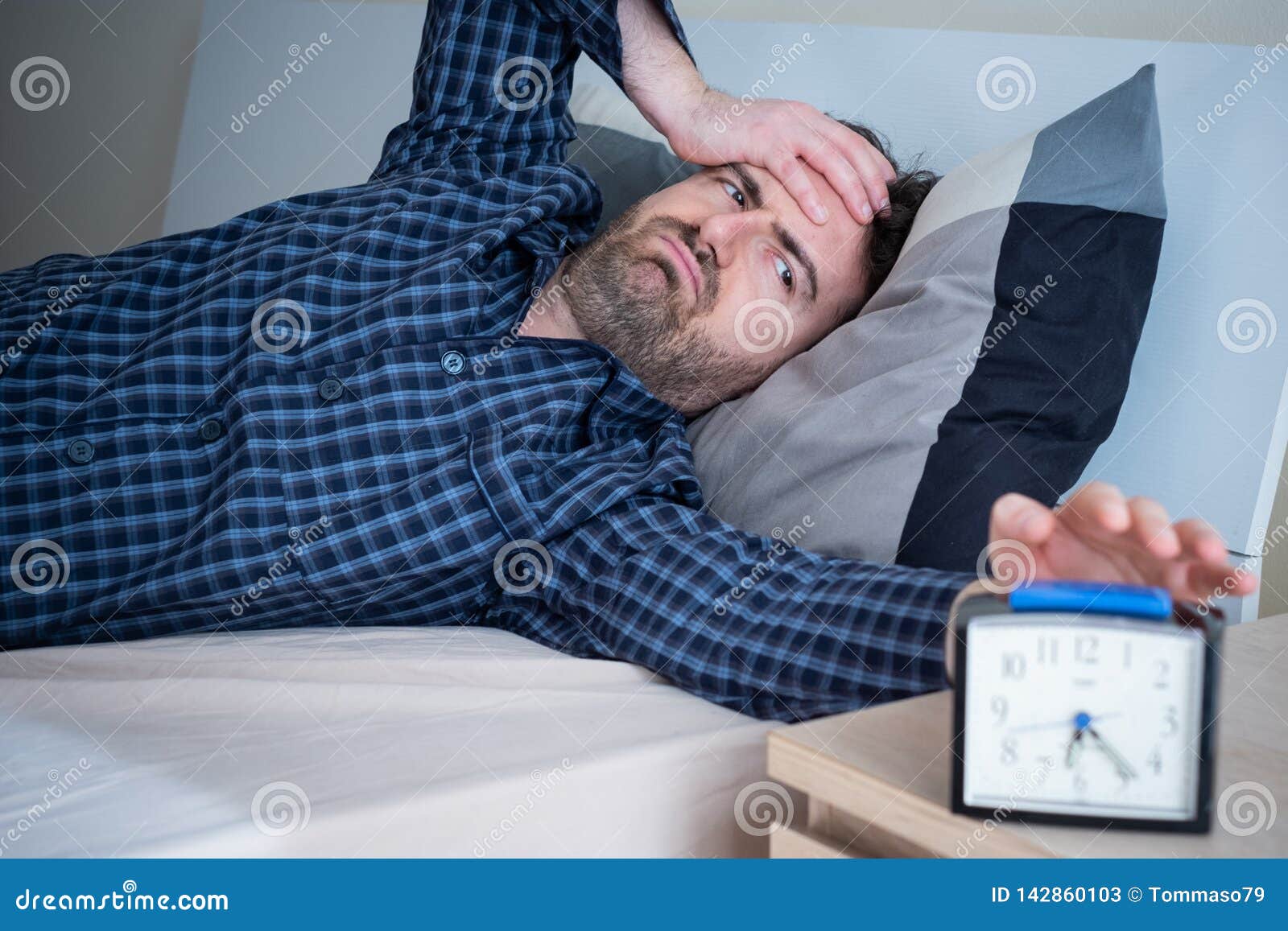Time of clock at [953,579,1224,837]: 6:23
